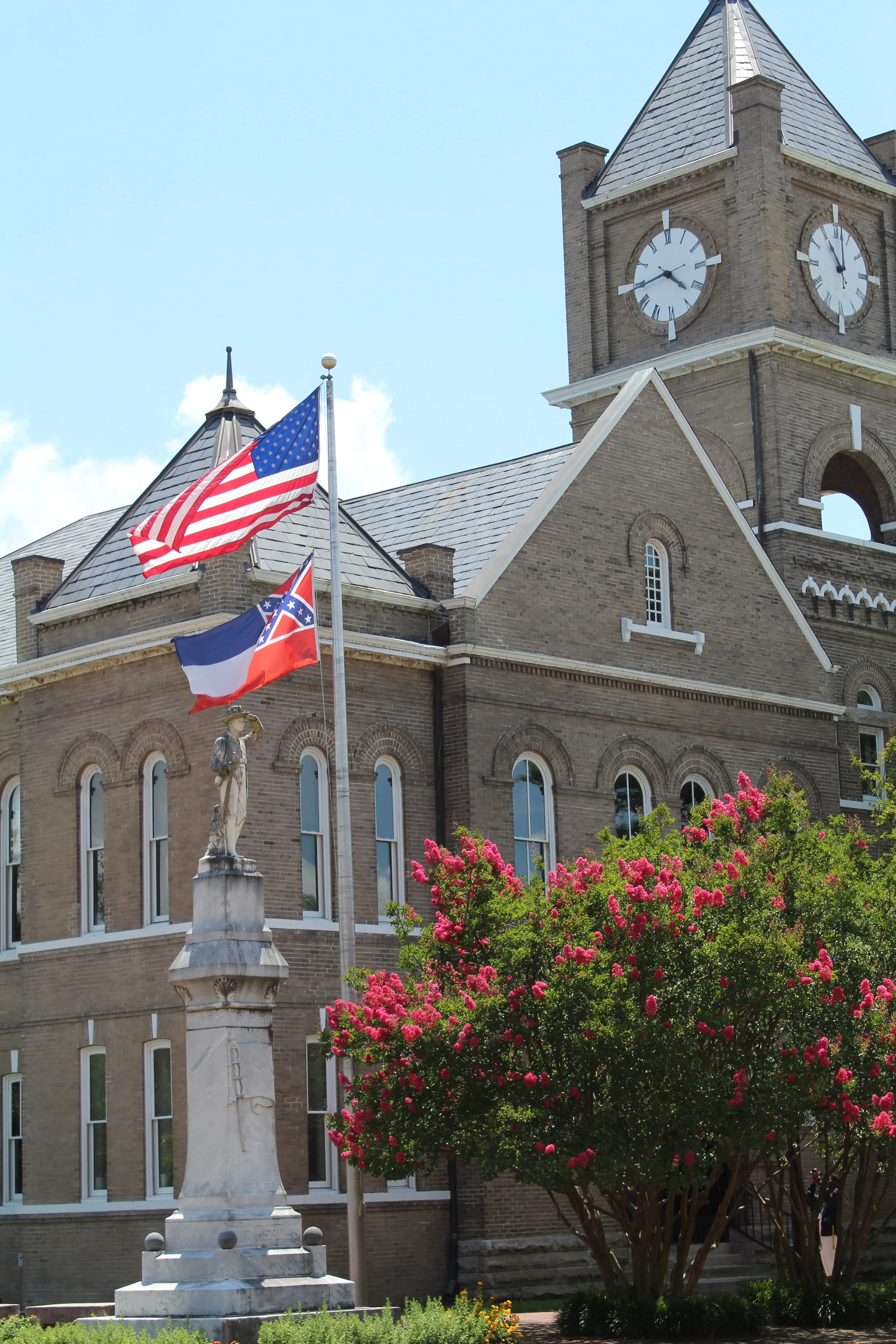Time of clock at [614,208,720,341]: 4:44
